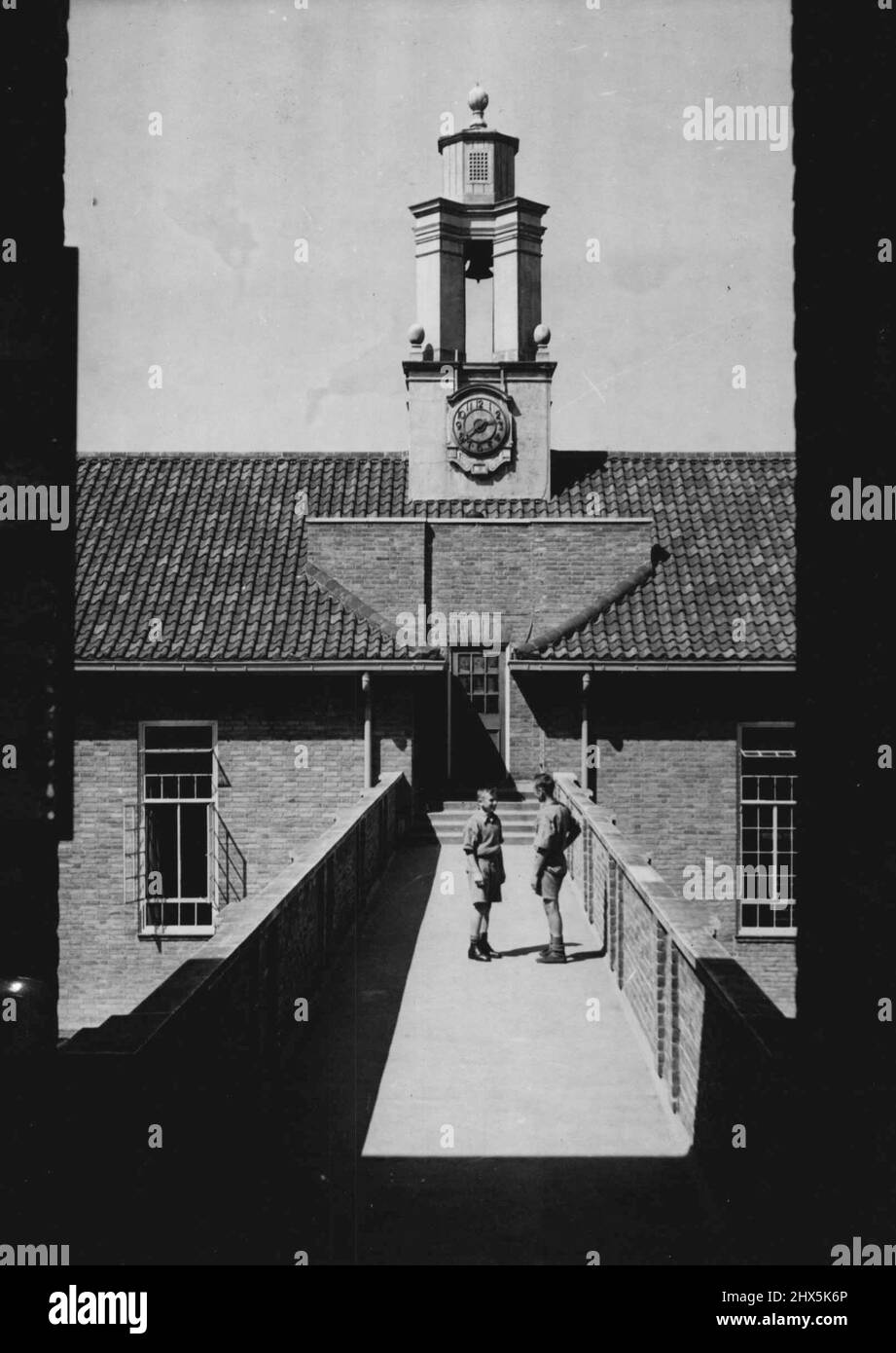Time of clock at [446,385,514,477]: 2:38
